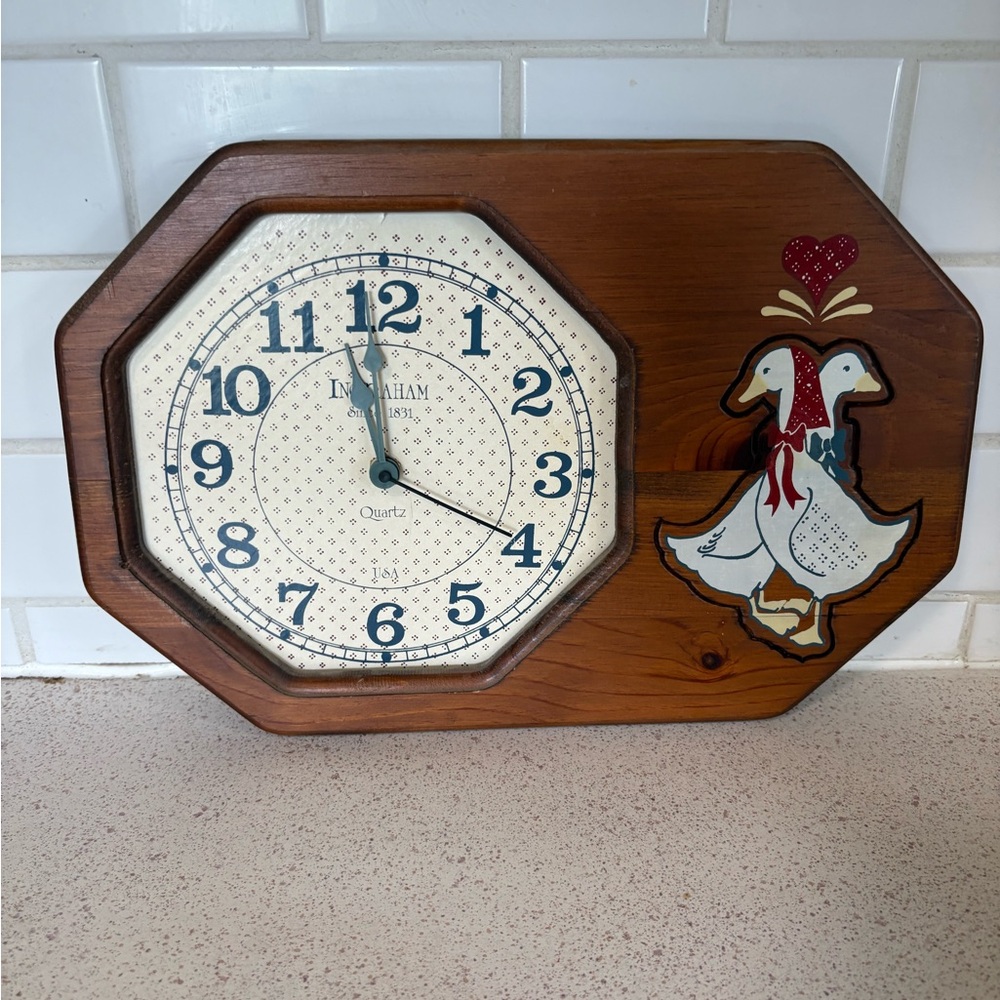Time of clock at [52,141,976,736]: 3:58
